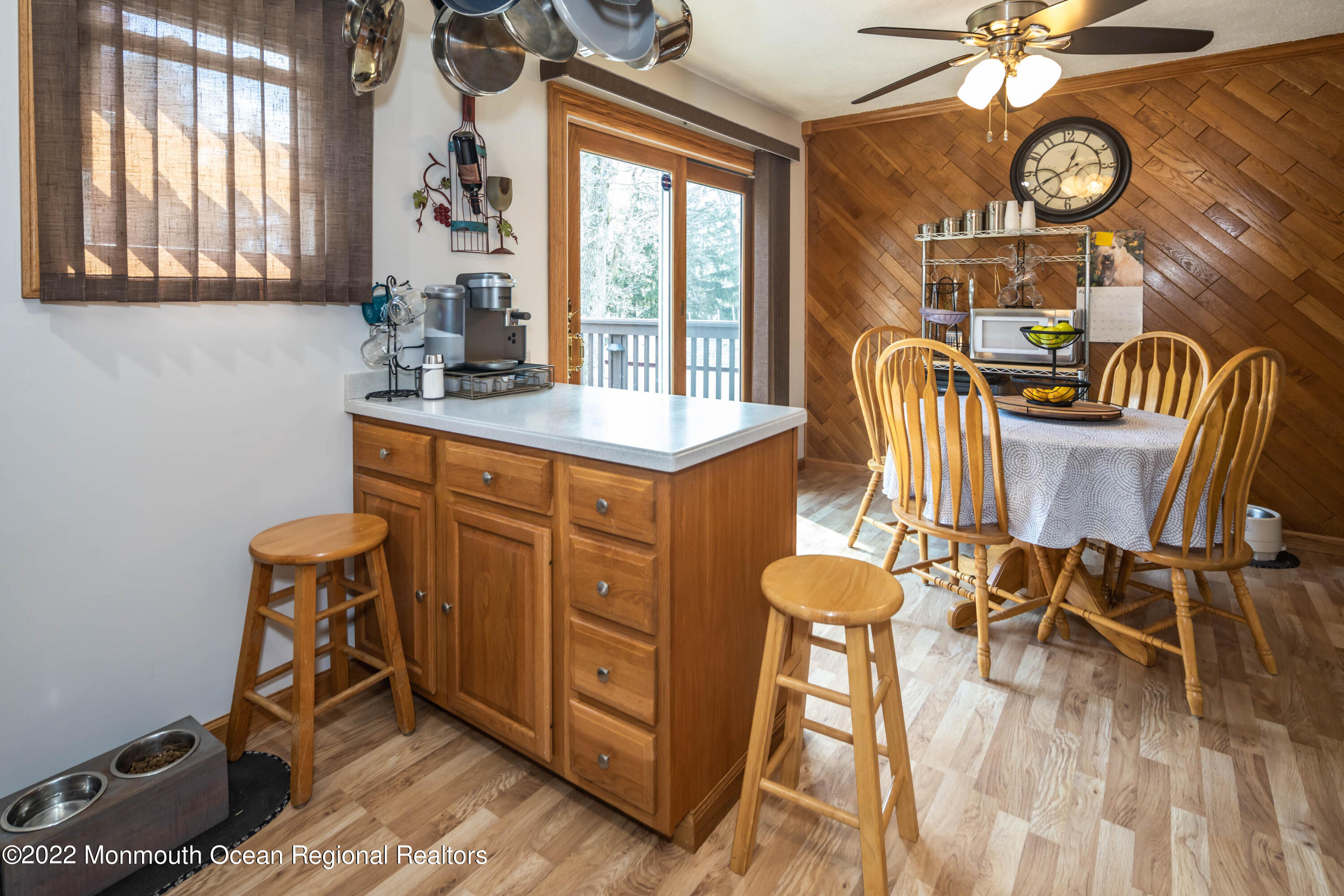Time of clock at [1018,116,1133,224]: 12:40
